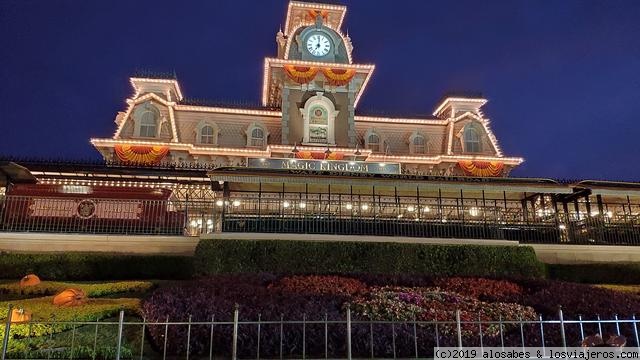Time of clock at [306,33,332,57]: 7:00
